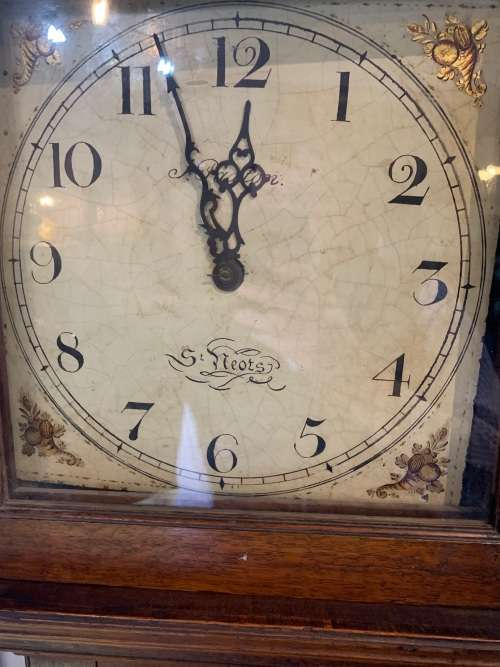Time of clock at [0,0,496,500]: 11:56
